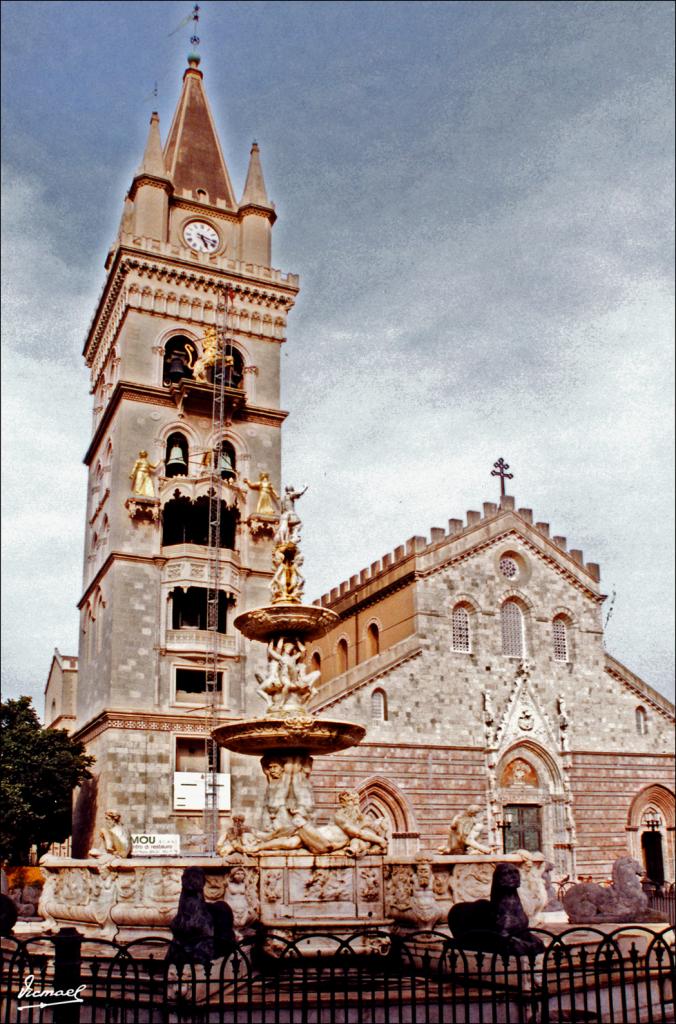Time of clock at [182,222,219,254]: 5:17
